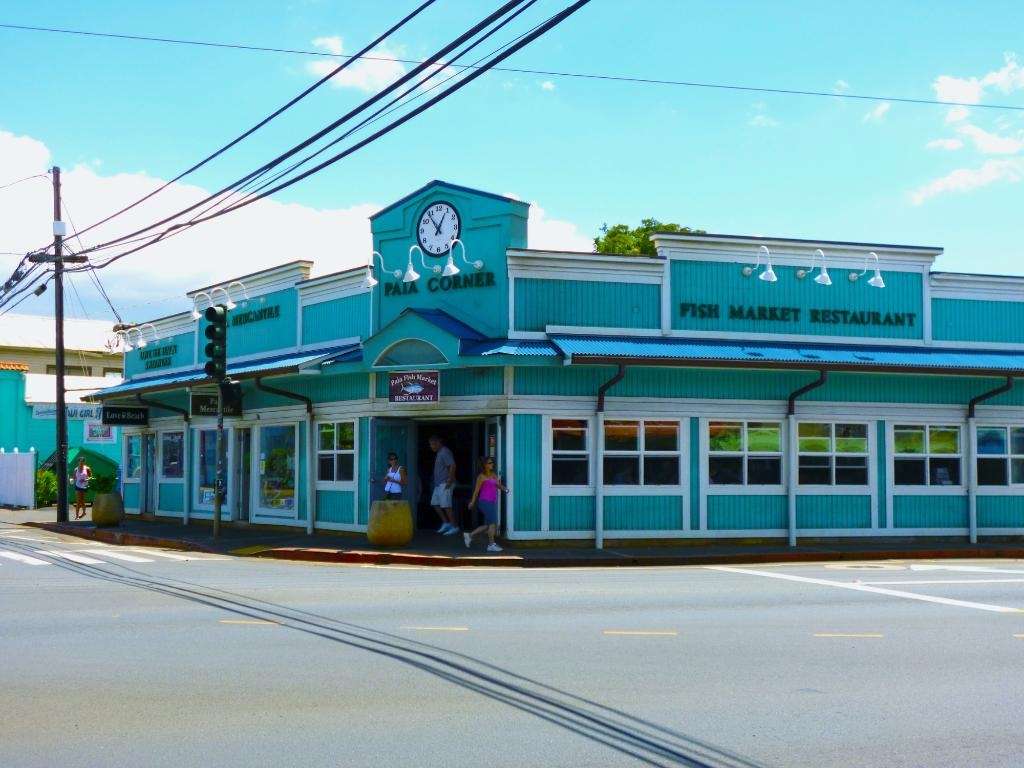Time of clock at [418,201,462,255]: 12:53
